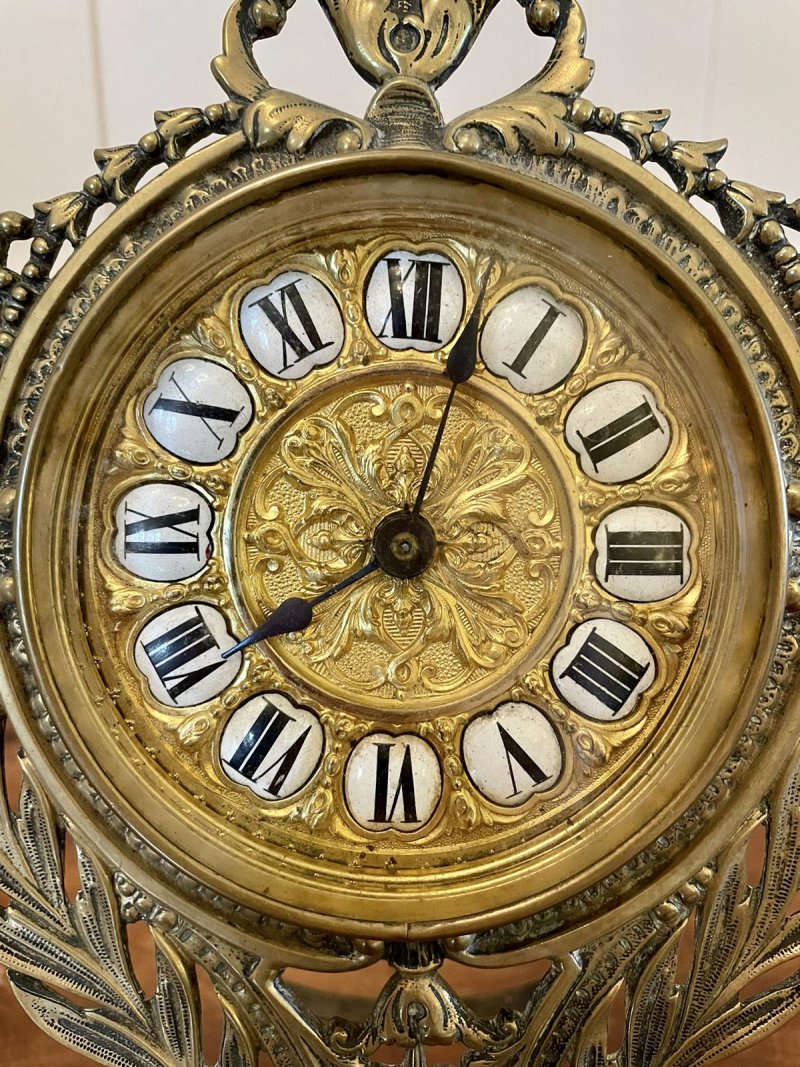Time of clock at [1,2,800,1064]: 8:02
